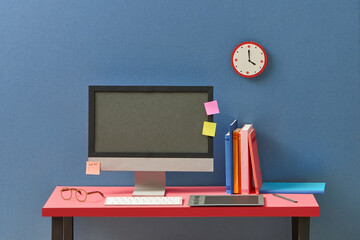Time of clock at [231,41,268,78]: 3:59
